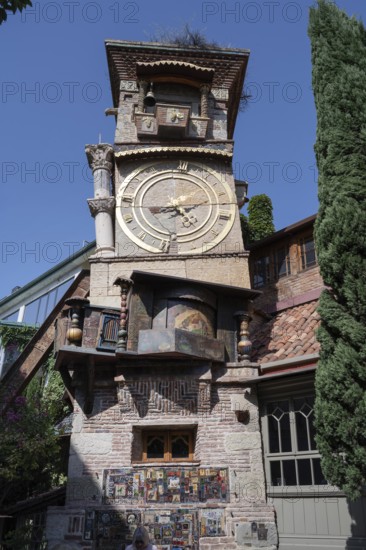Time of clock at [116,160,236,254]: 8:11
